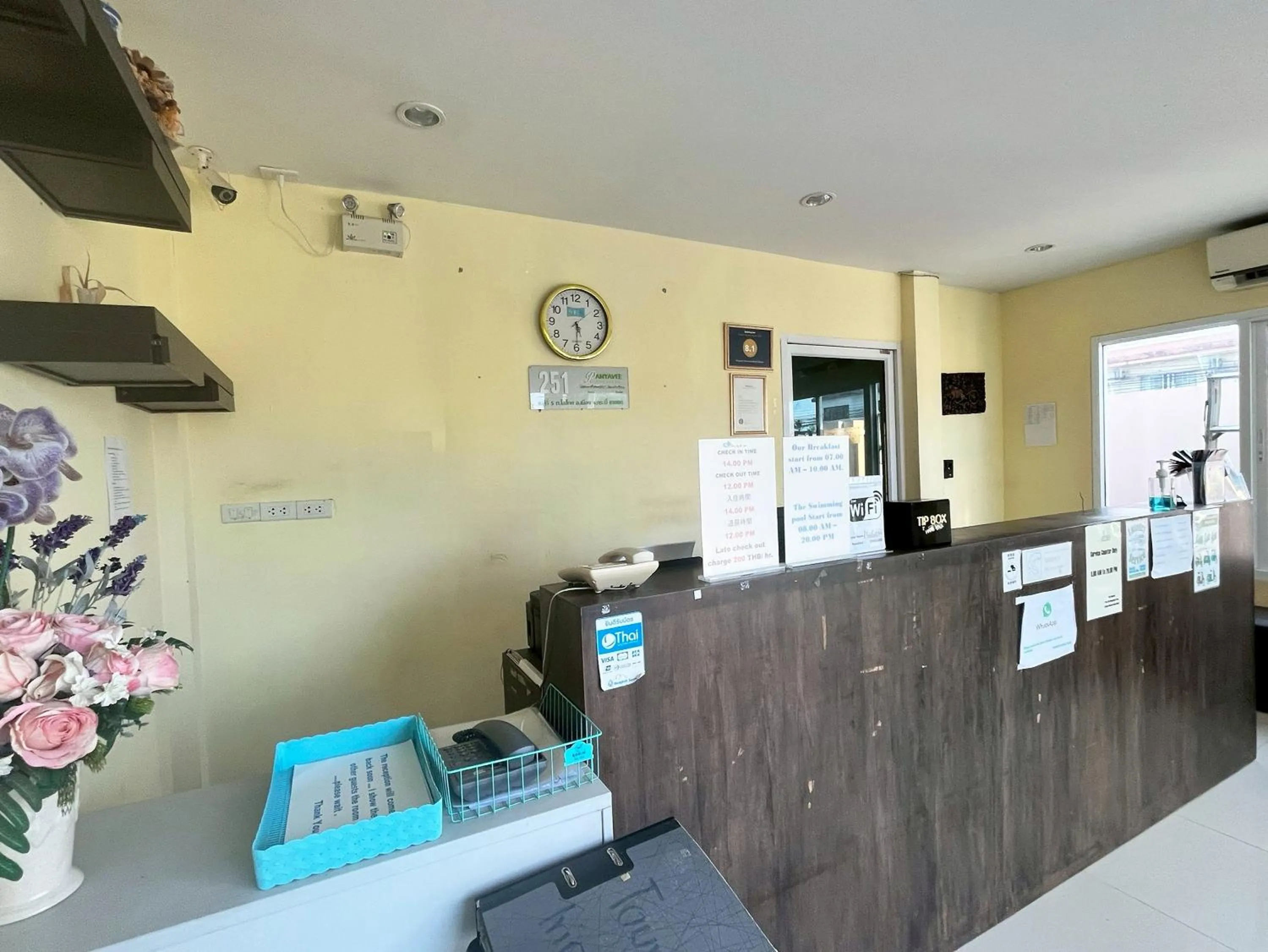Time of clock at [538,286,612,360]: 5:30
